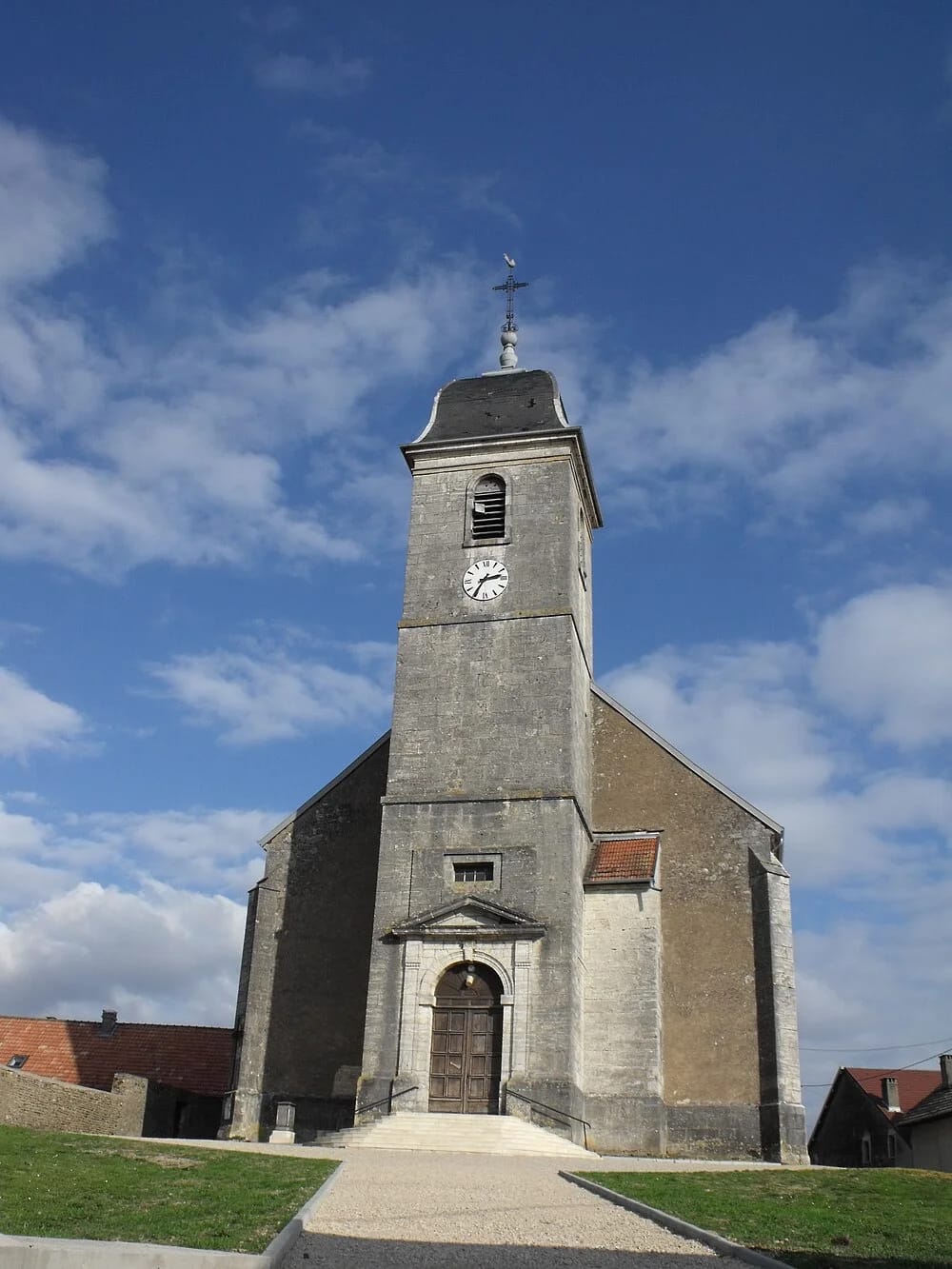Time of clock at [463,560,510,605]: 2:35
